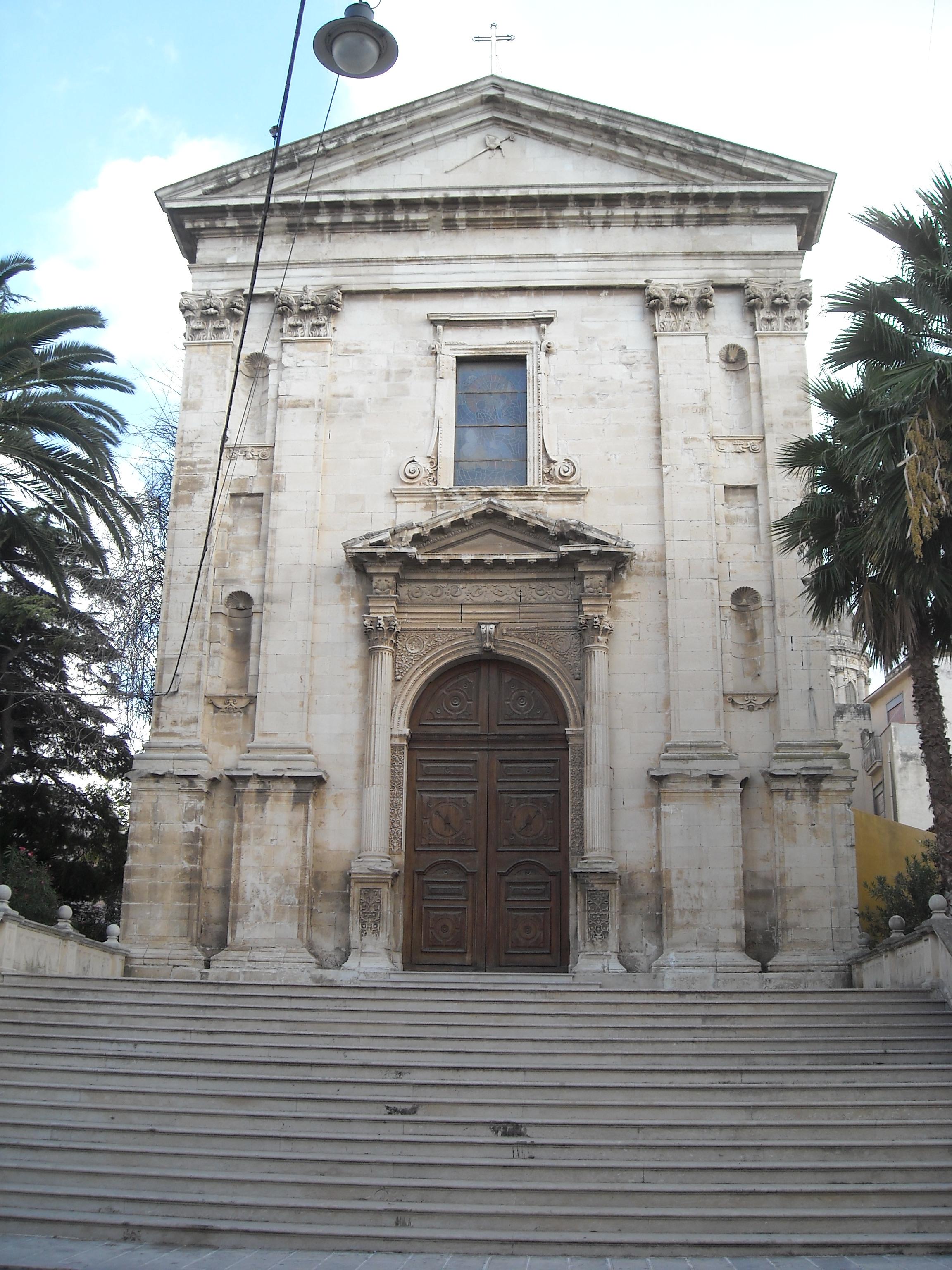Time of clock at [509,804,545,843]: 1:37
